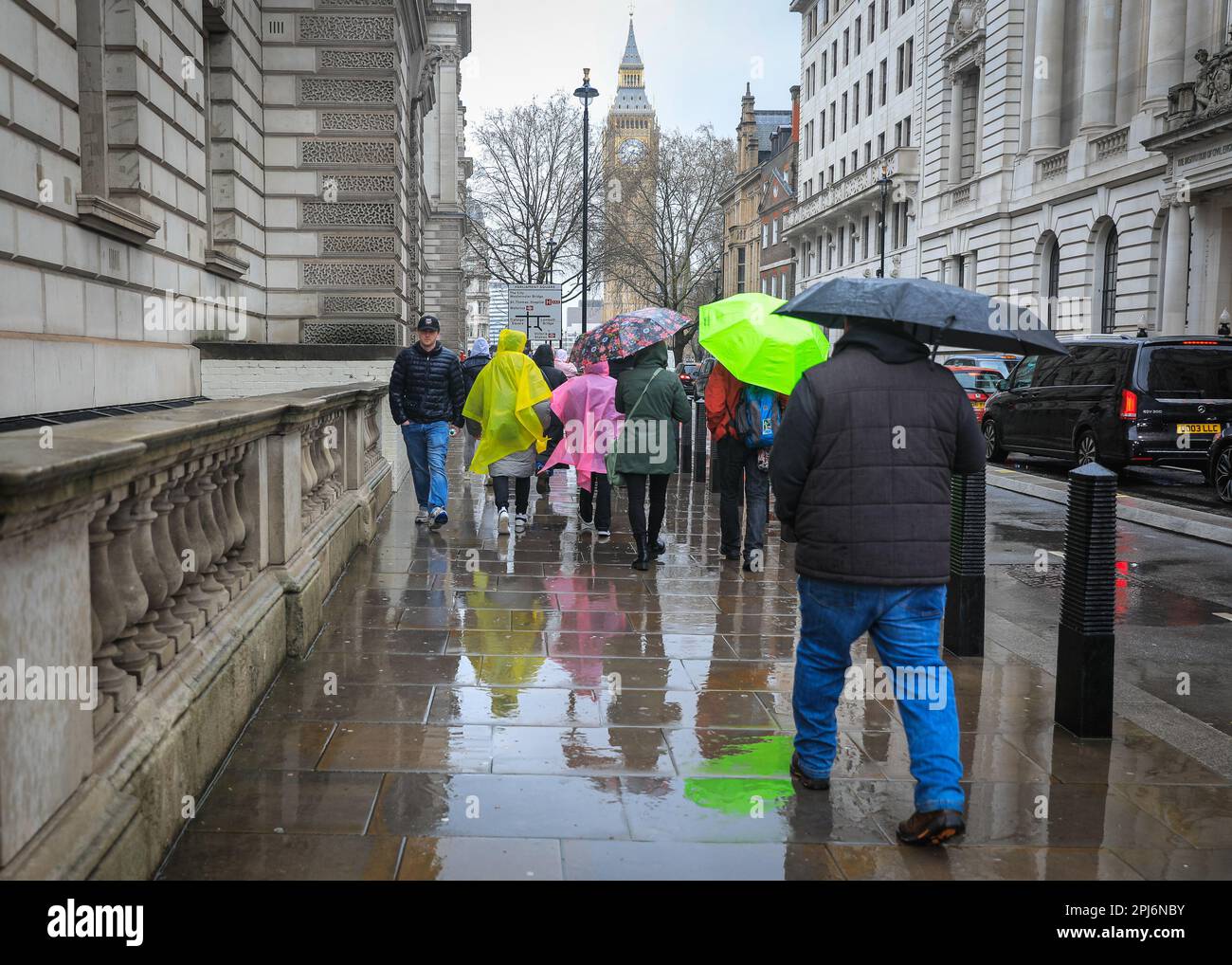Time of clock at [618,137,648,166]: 3:35
